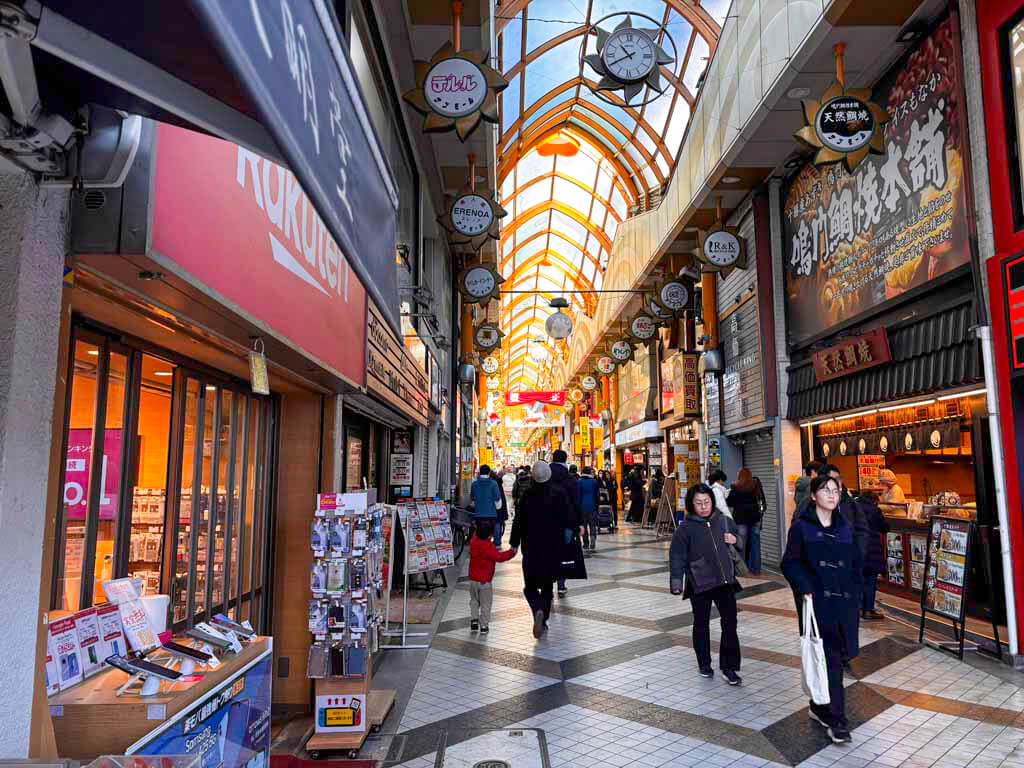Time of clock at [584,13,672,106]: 10:40
